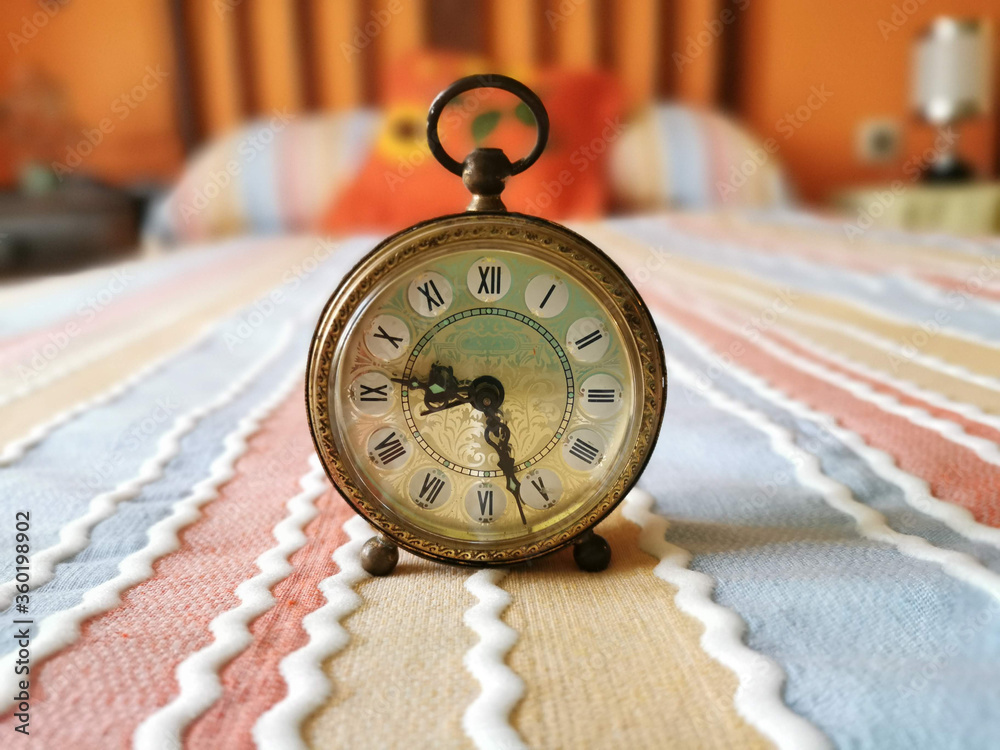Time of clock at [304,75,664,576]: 9:27
